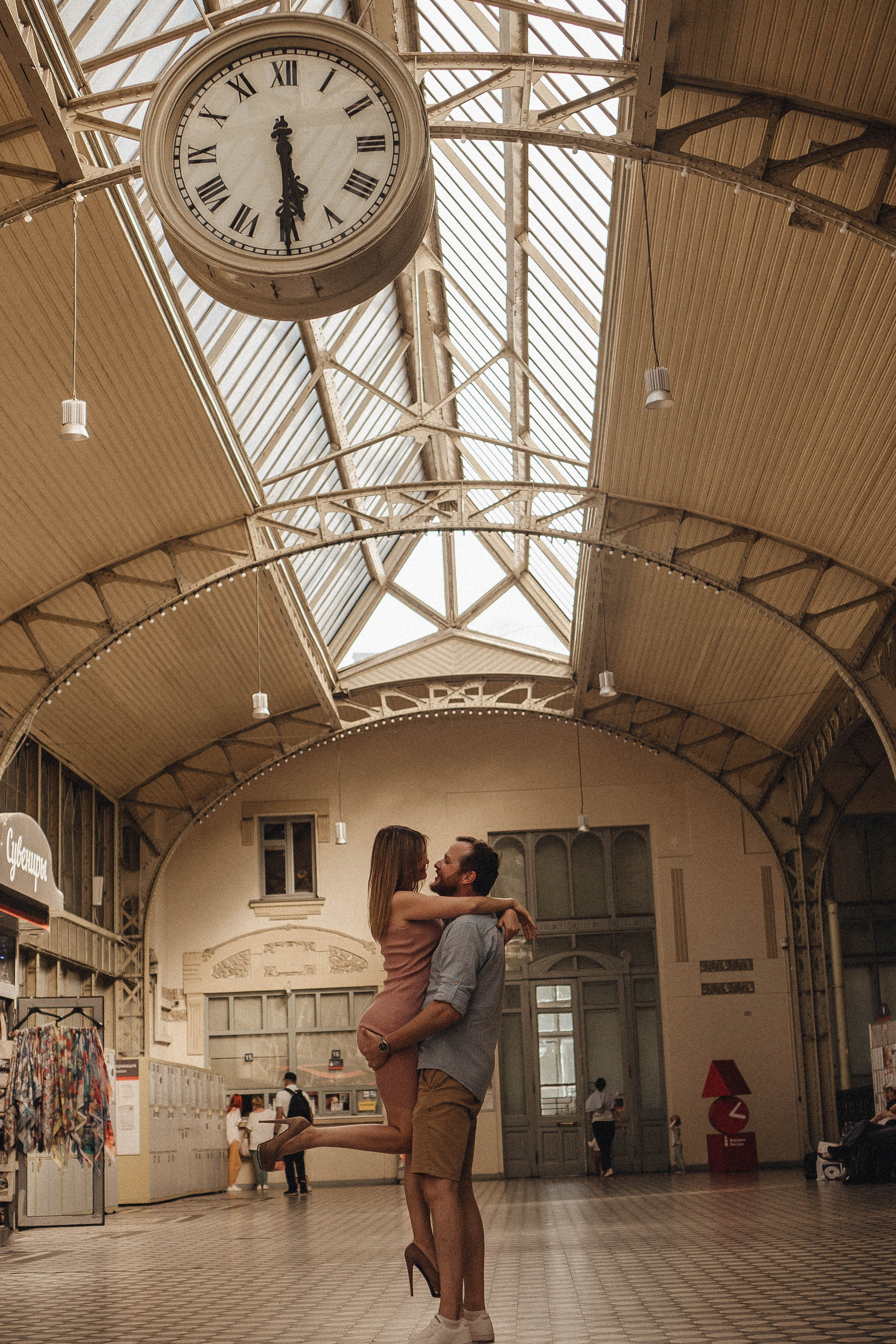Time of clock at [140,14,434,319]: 5:29
